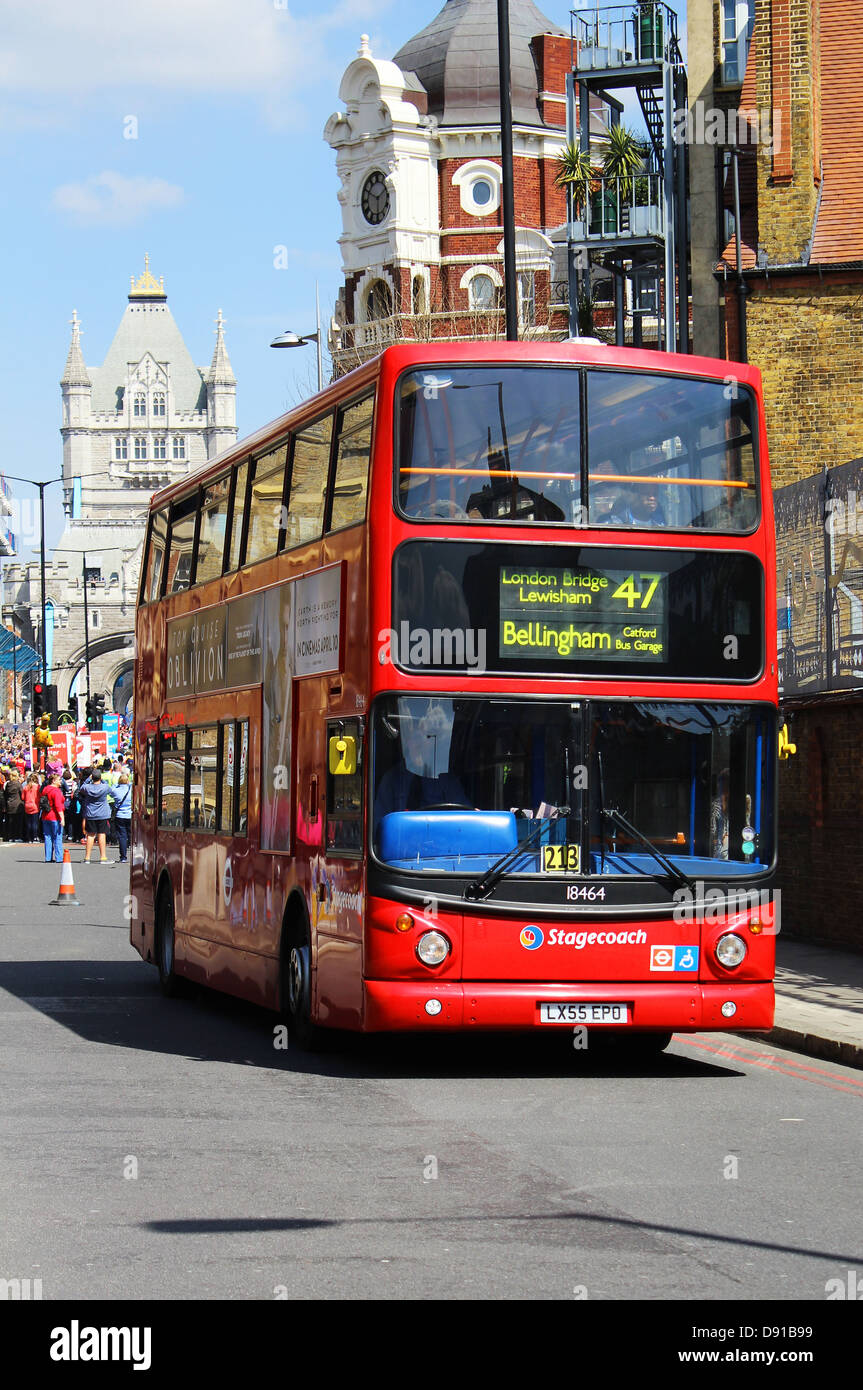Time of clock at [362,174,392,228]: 1:49
